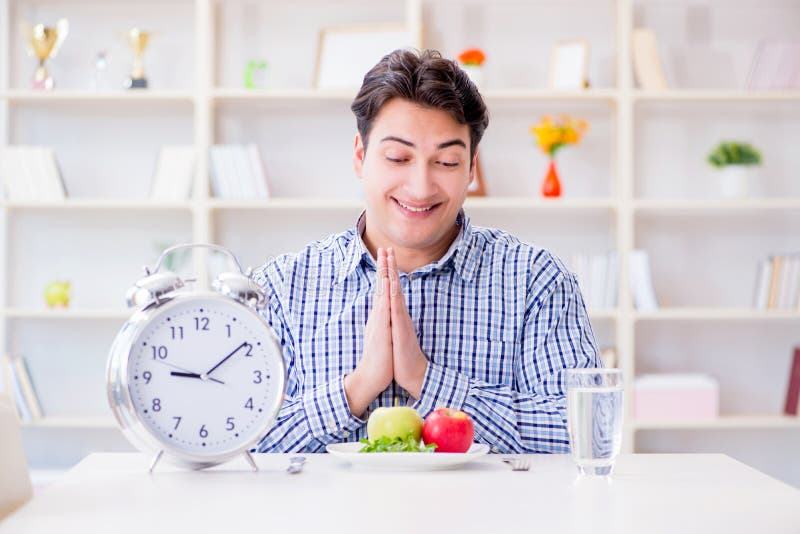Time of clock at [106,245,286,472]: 9:09
